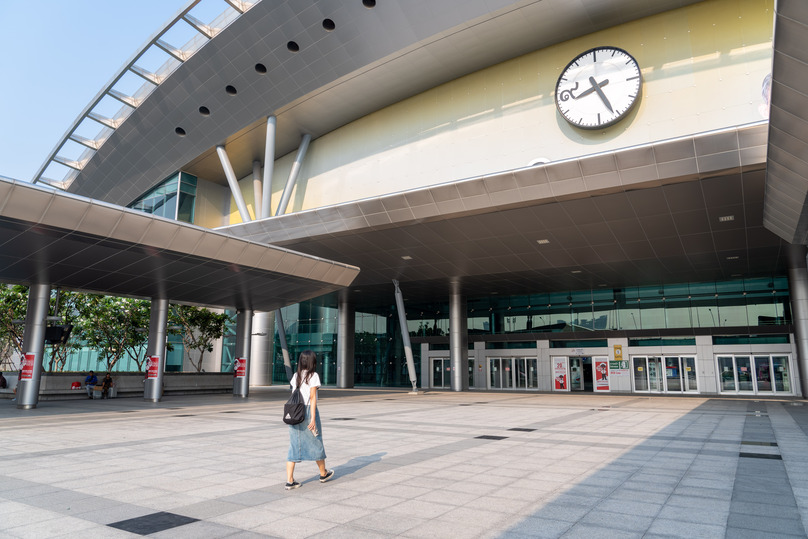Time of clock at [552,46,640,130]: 8:26
